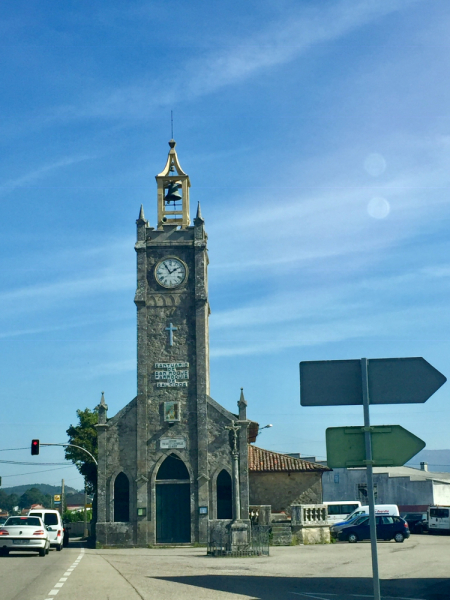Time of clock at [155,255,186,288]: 1:54
